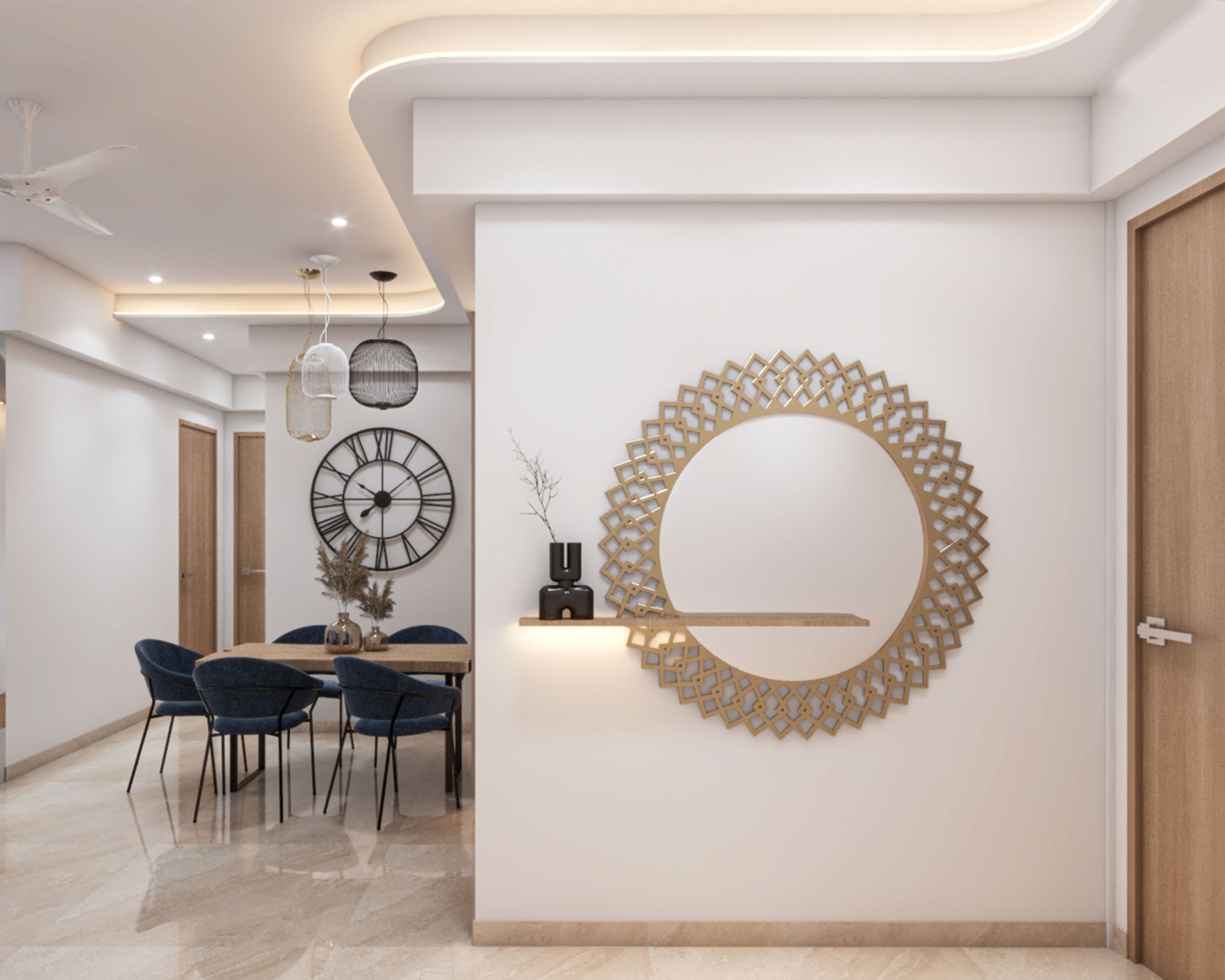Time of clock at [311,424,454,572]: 7:15
